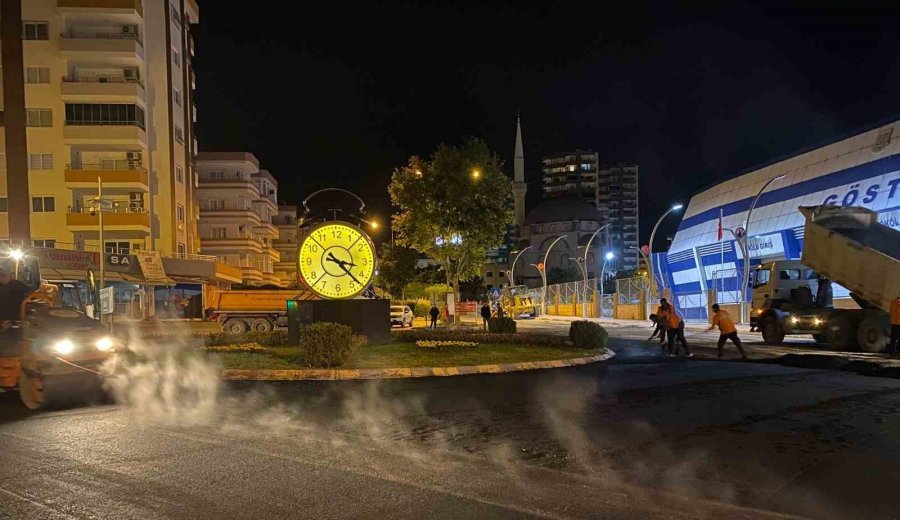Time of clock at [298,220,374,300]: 3:22
